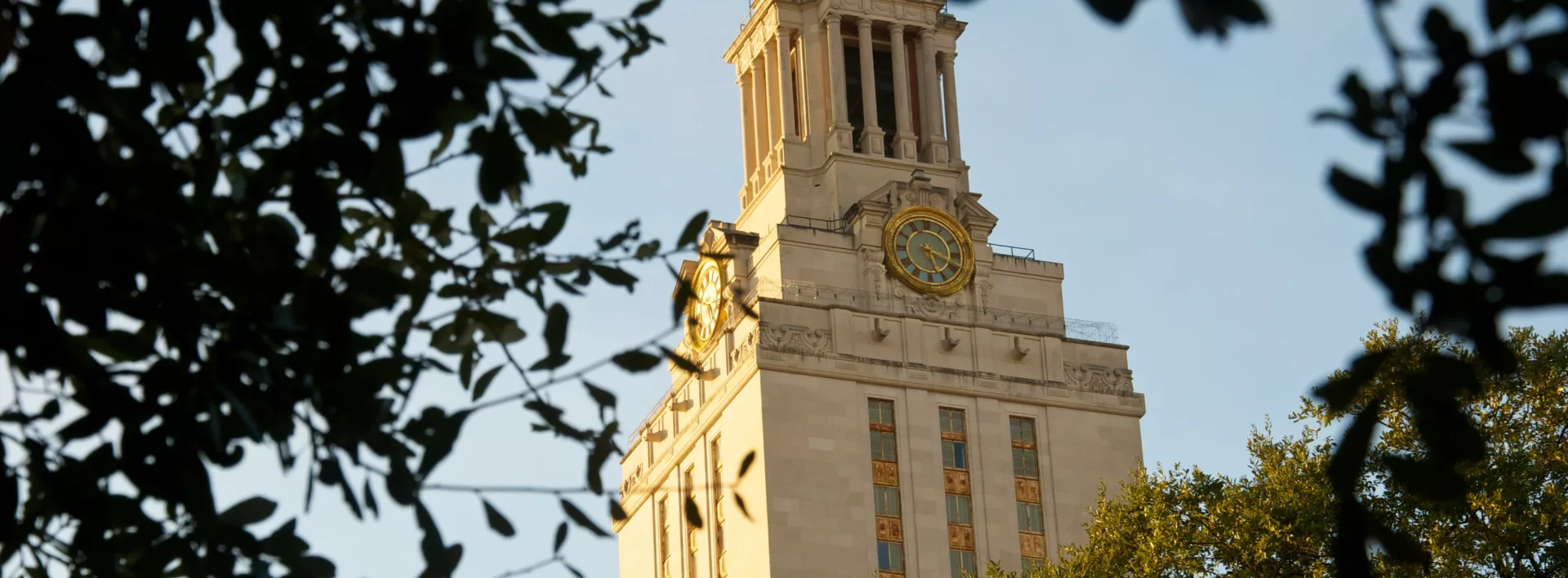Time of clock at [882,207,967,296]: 5:18
